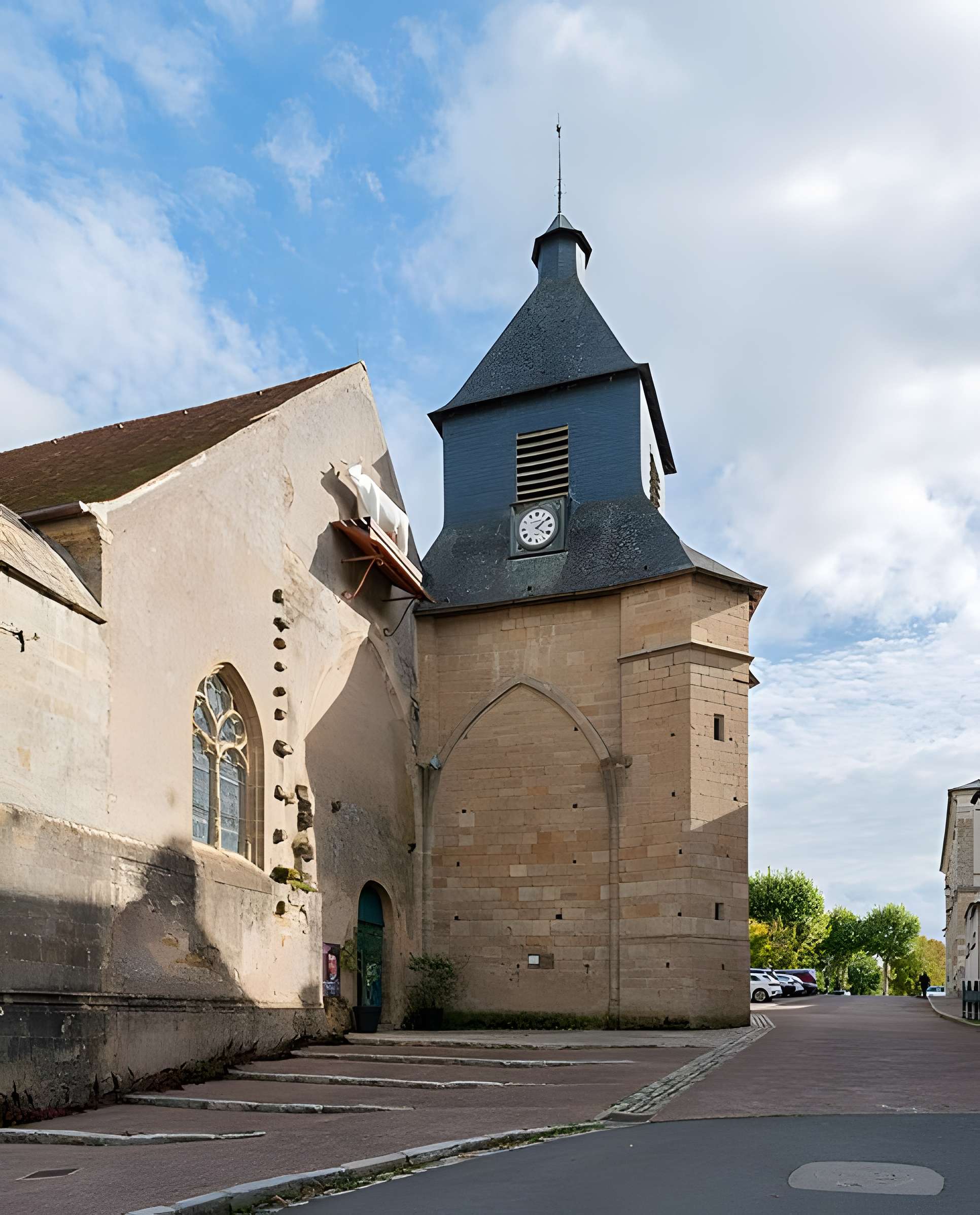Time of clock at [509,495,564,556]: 4:09
